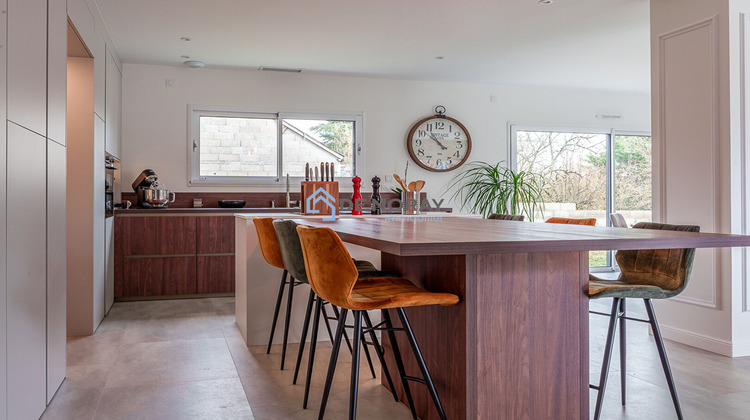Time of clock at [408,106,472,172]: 10:51
